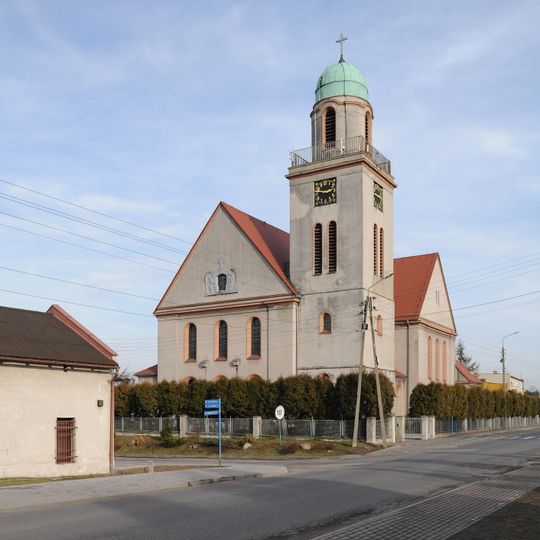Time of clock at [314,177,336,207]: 2:45
